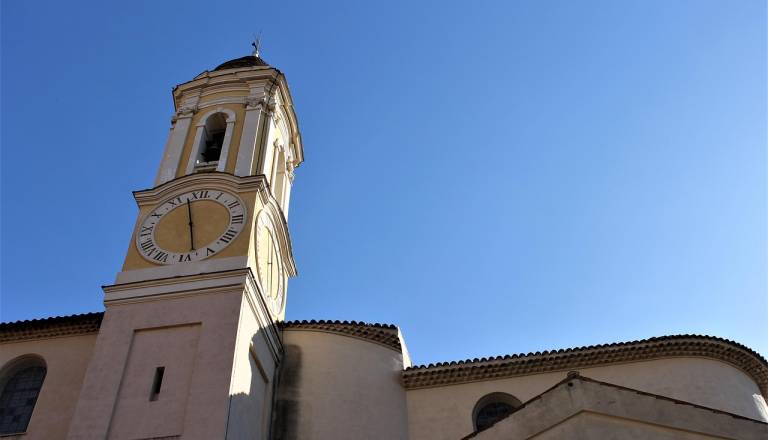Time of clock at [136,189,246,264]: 11:28
